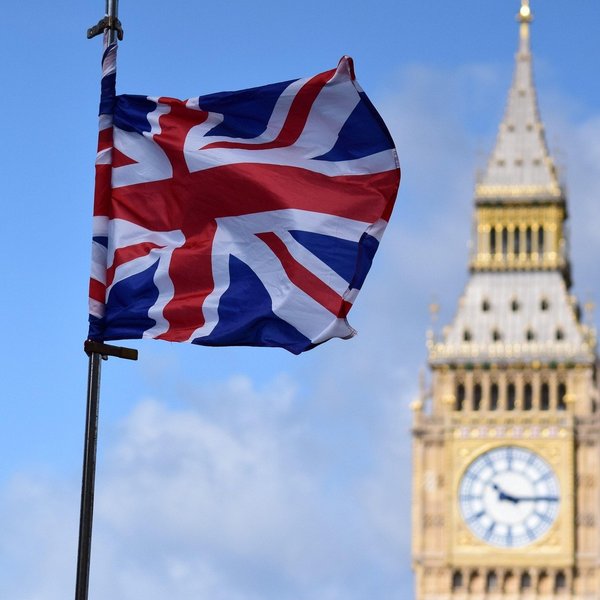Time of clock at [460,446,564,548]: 10:14
